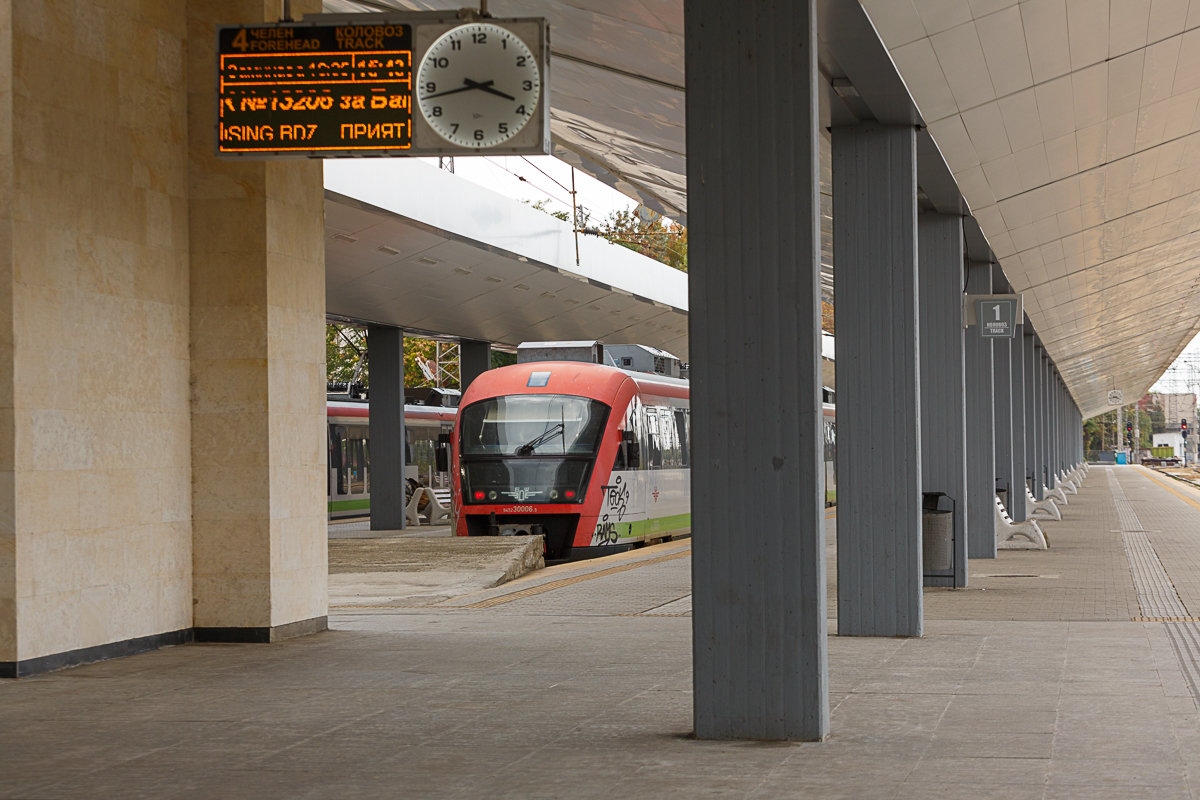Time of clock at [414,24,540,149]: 3:43
